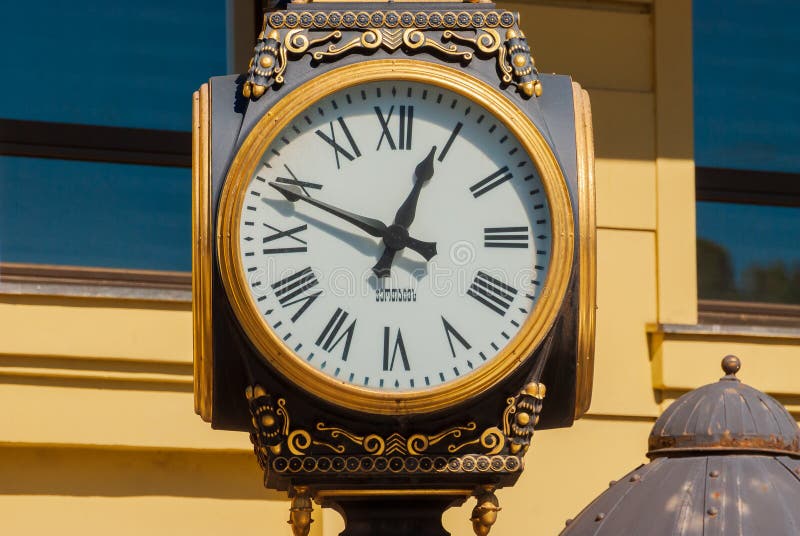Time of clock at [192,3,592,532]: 12:49
